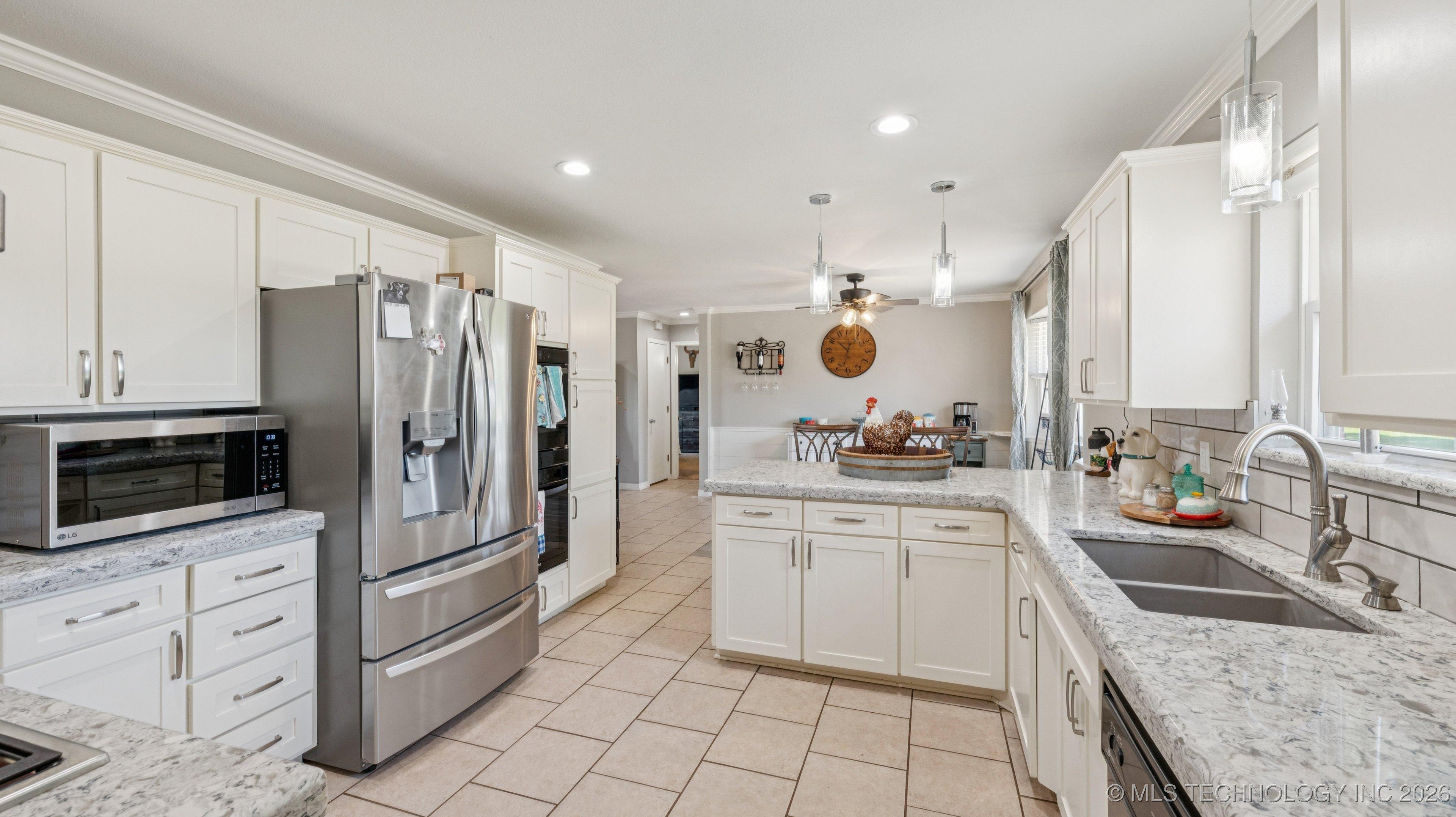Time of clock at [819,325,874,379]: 10:32
